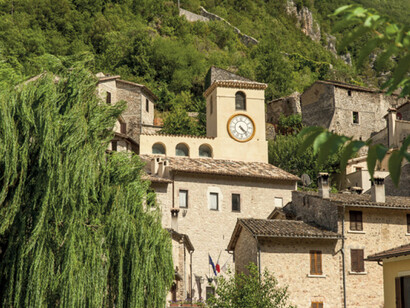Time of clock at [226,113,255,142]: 4:23
